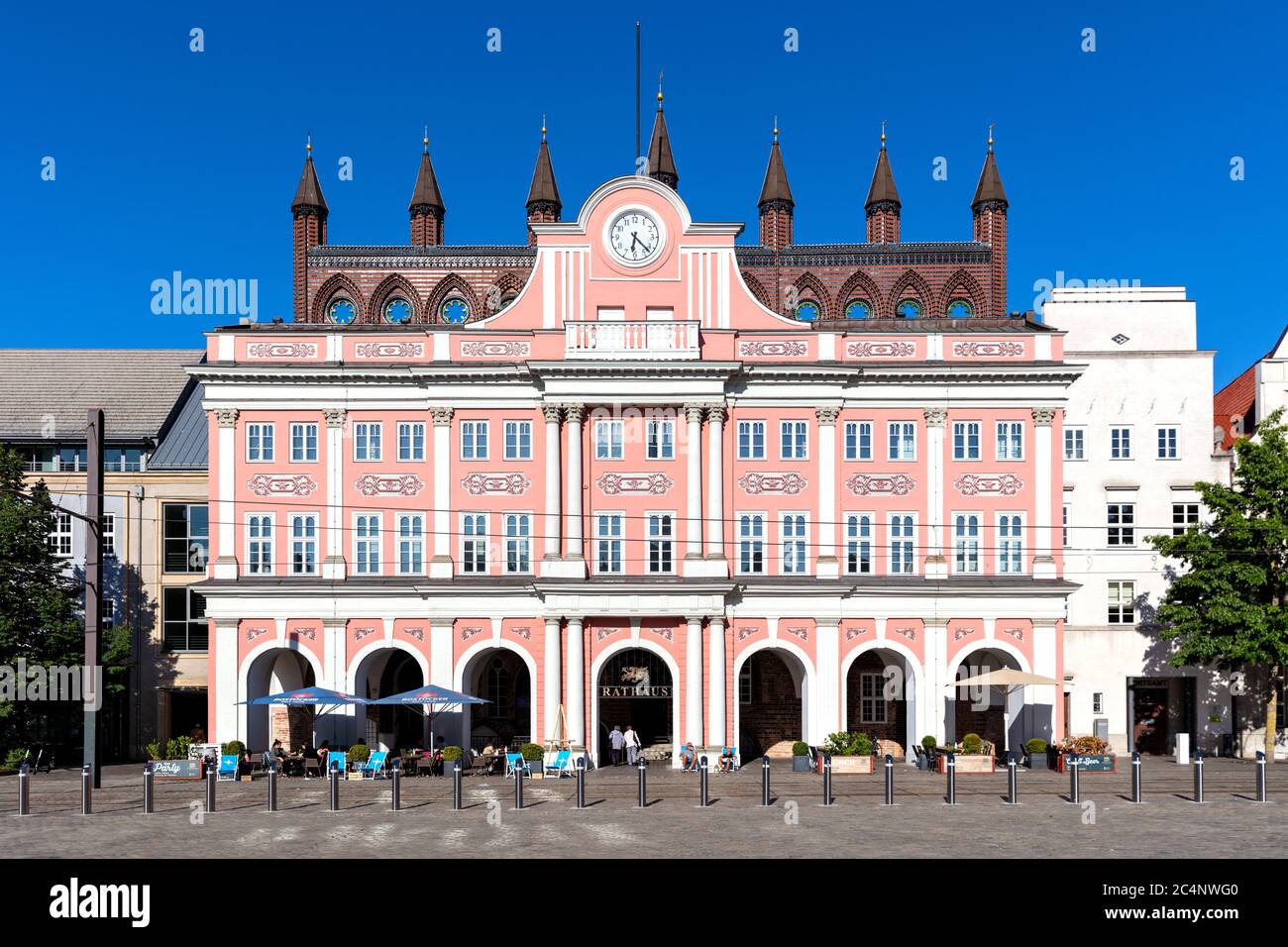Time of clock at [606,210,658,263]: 6:22
